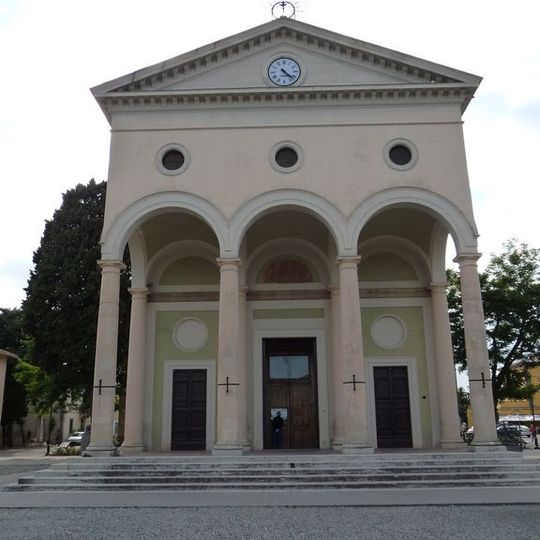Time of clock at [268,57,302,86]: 4:22
